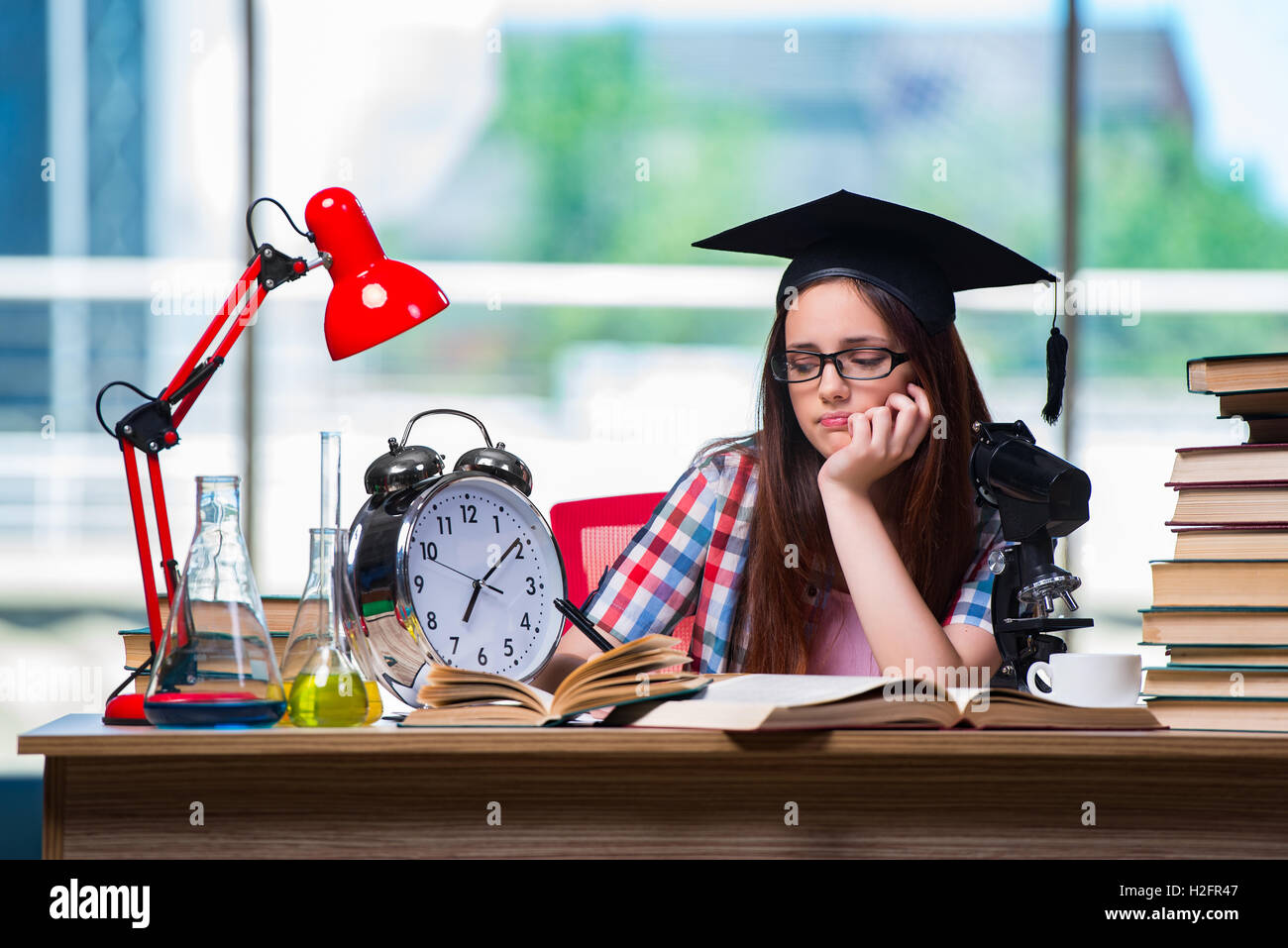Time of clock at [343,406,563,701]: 7:08
